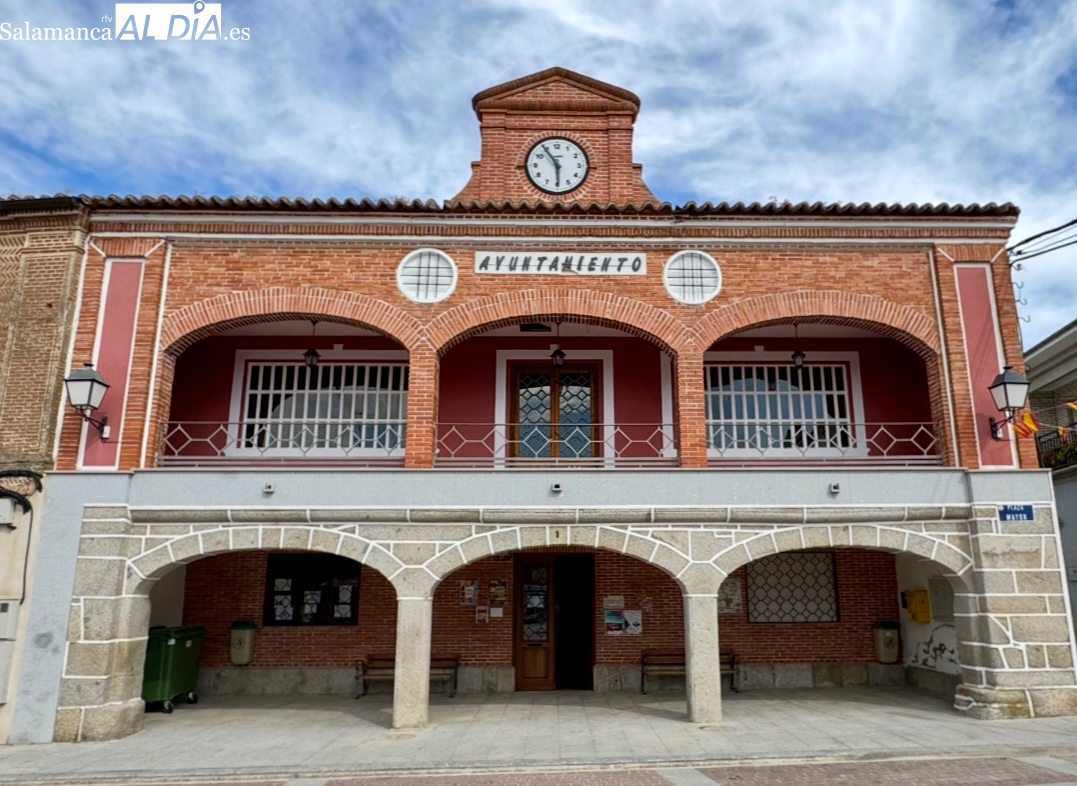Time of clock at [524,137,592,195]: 5:54
